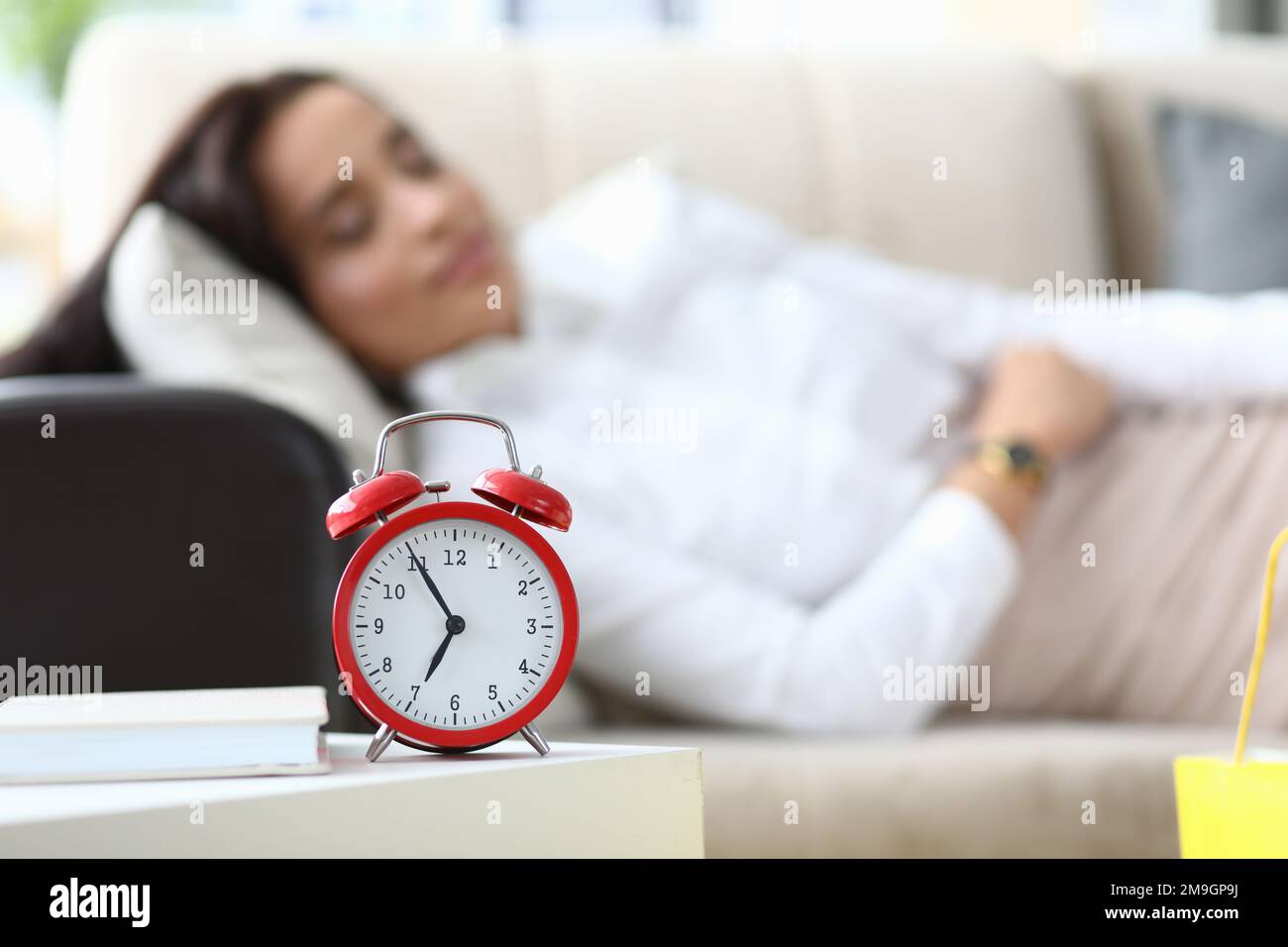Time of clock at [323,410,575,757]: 6:54
